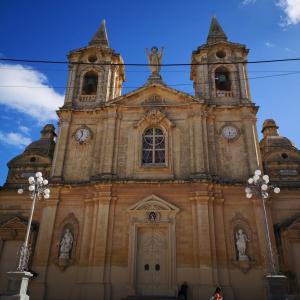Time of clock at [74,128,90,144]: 11:34
